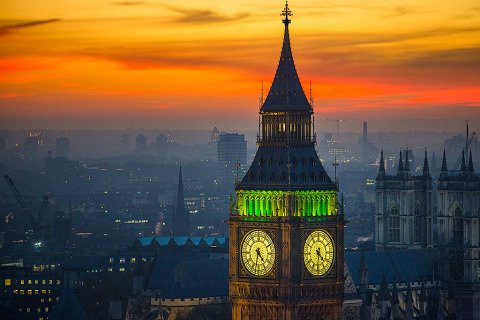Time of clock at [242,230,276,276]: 4:32
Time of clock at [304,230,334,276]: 4:31
